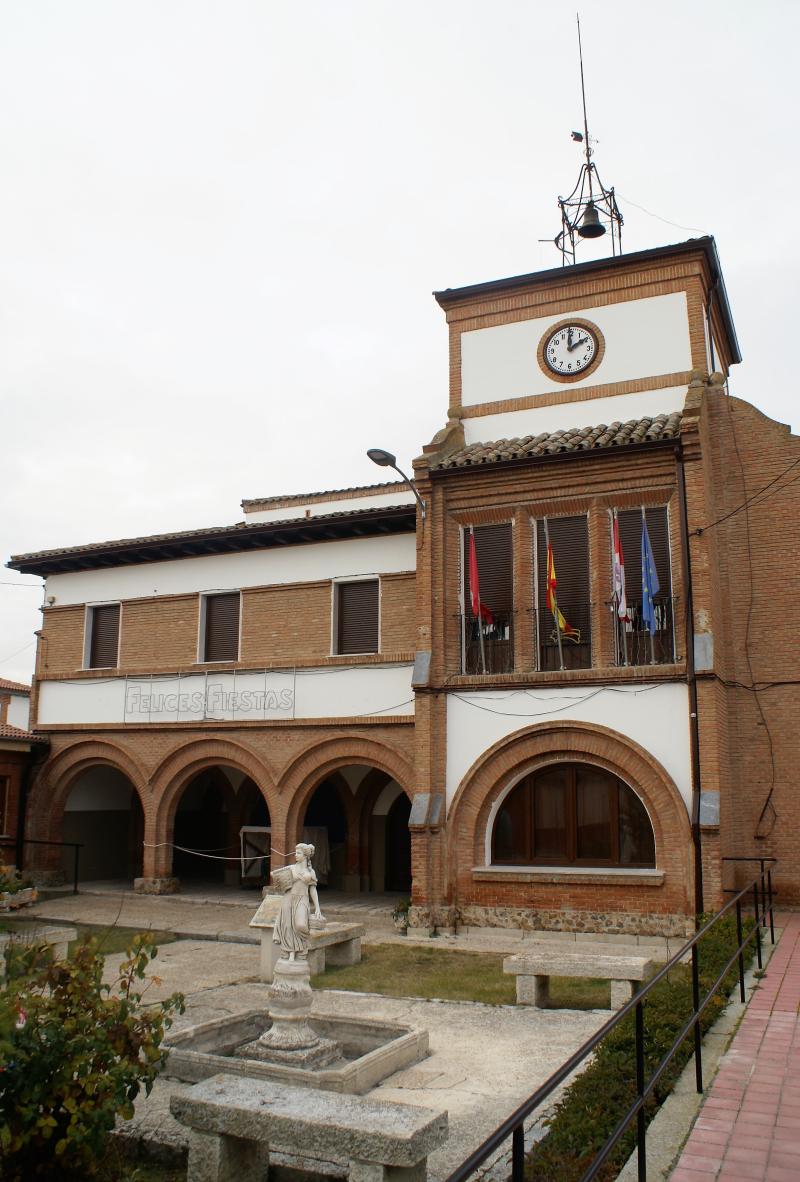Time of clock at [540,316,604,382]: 1:59
